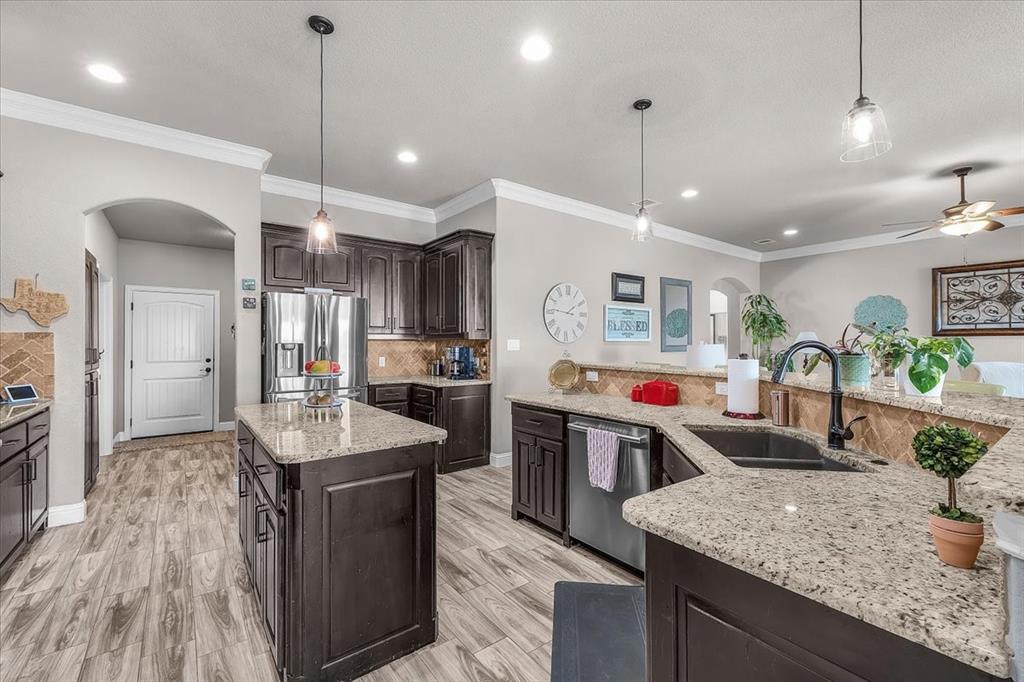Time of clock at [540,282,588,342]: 1:46
